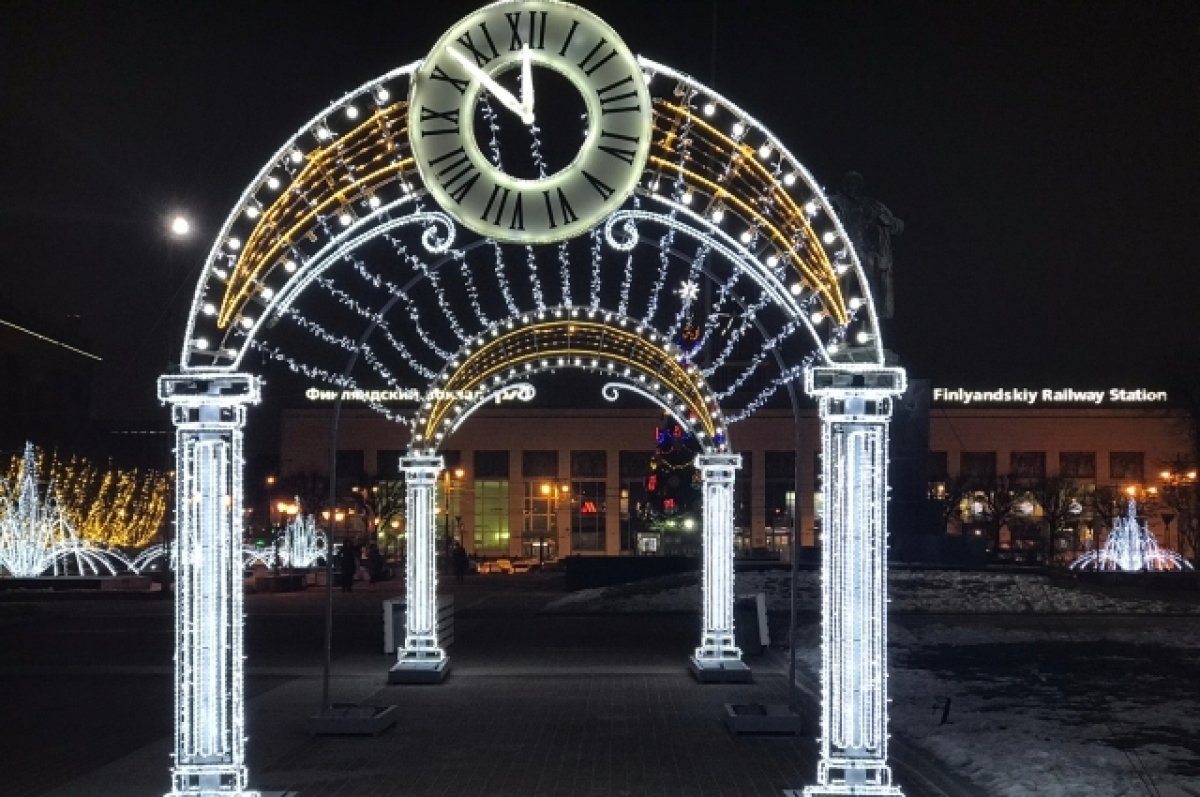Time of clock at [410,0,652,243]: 11:52
